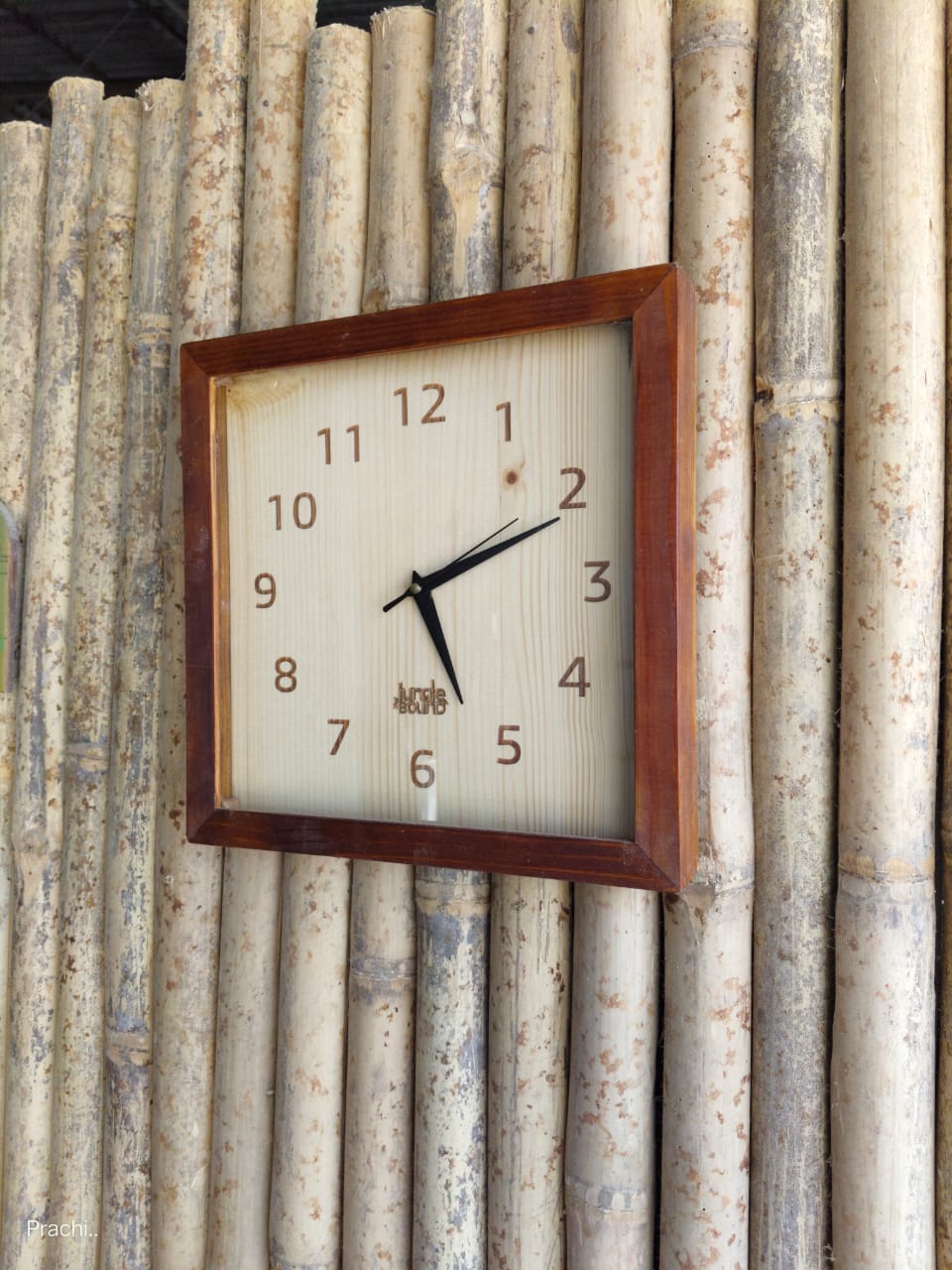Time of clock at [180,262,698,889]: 5:11
